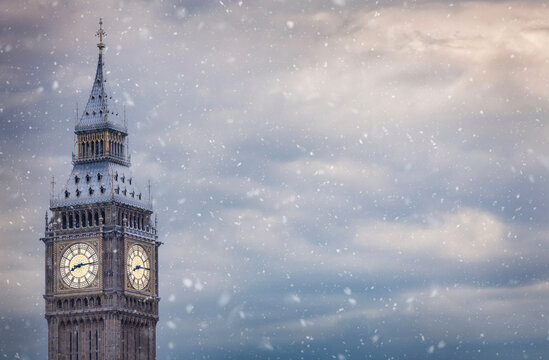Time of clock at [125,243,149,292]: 8:14
